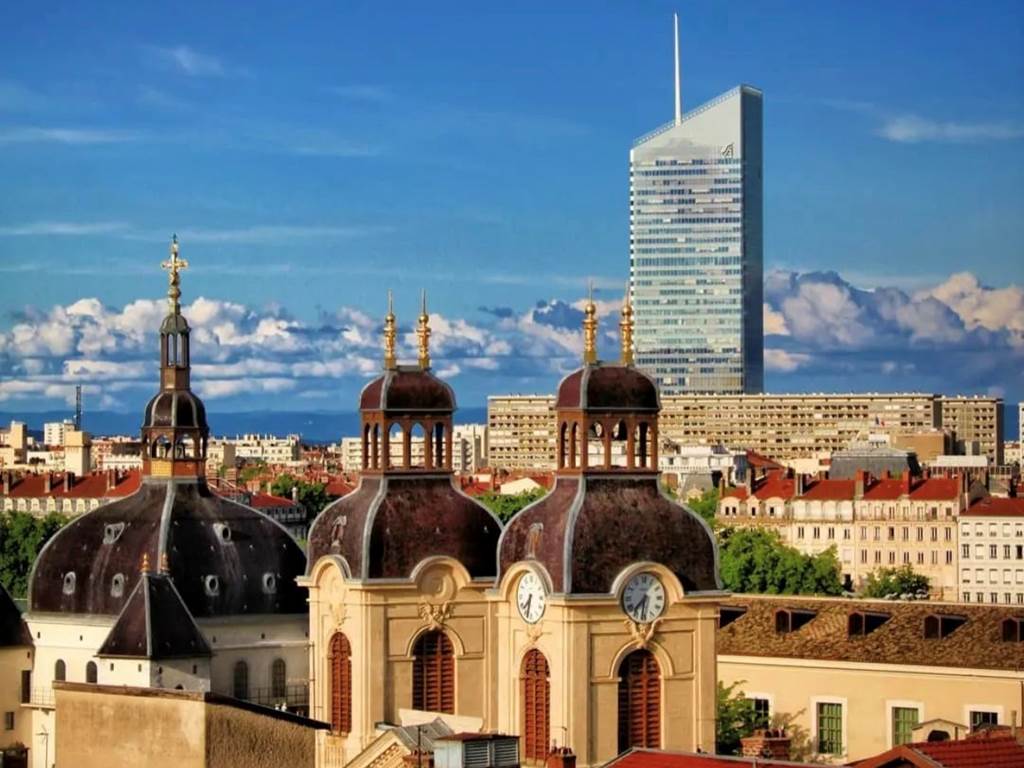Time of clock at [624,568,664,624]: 7:32
